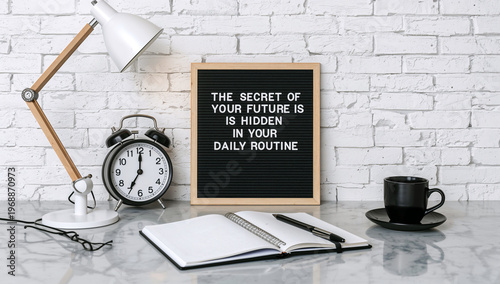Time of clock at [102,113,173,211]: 7:00
